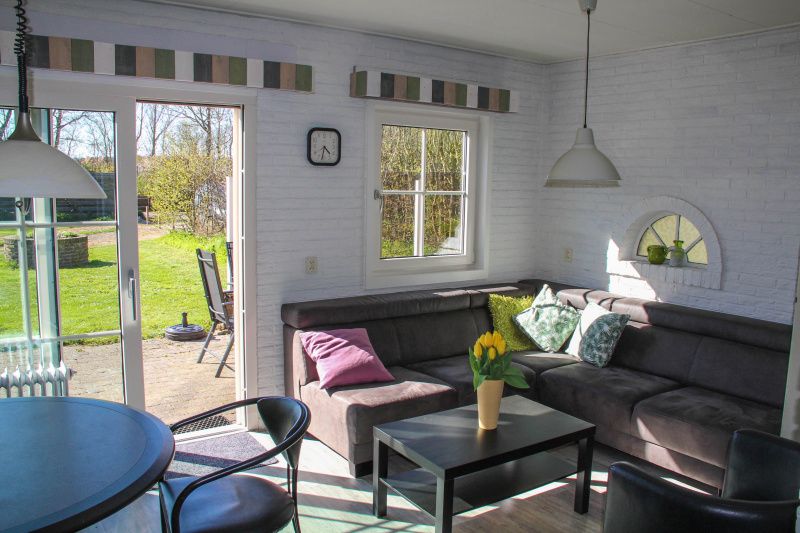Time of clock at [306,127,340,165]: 4:31
